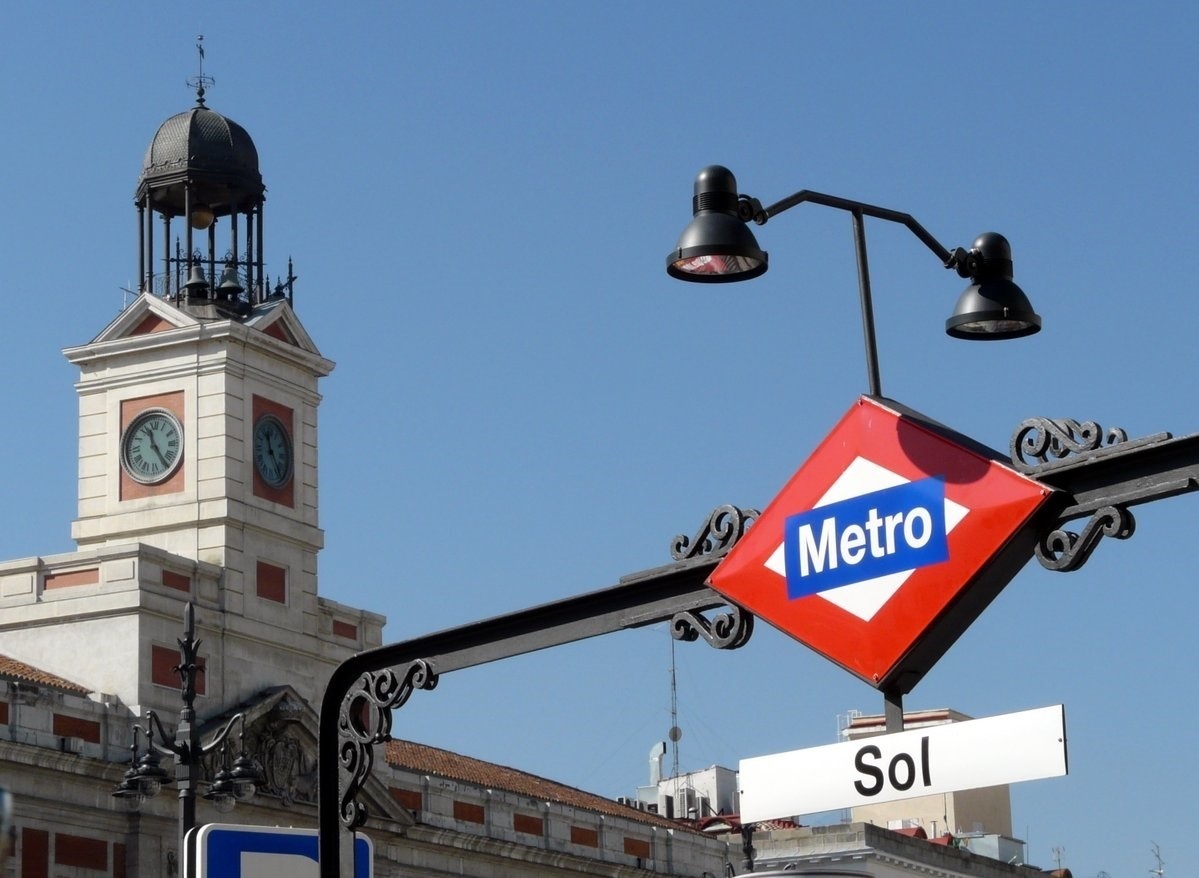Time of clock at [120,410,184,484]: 11:24
